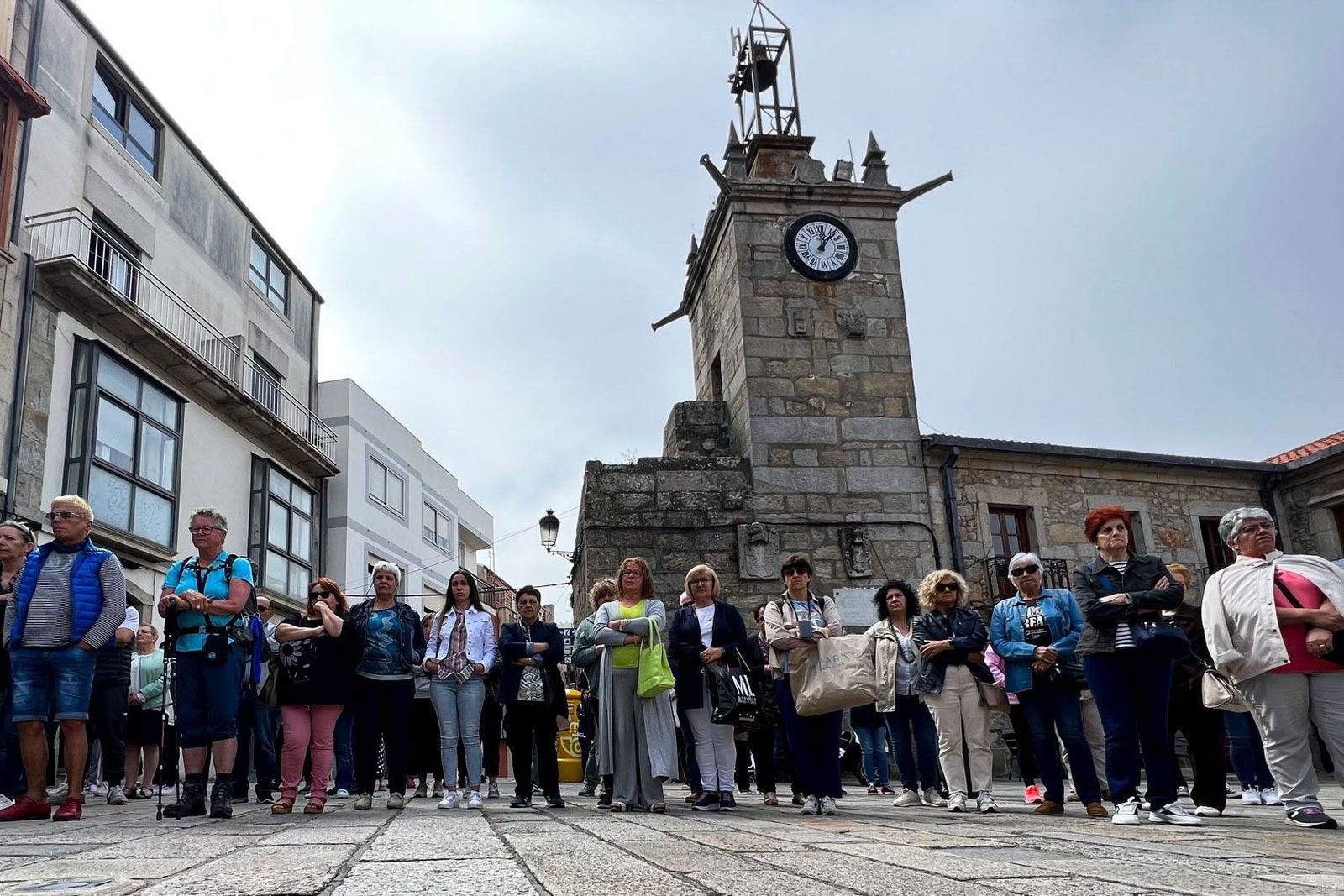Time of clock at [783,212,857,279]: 12:06
